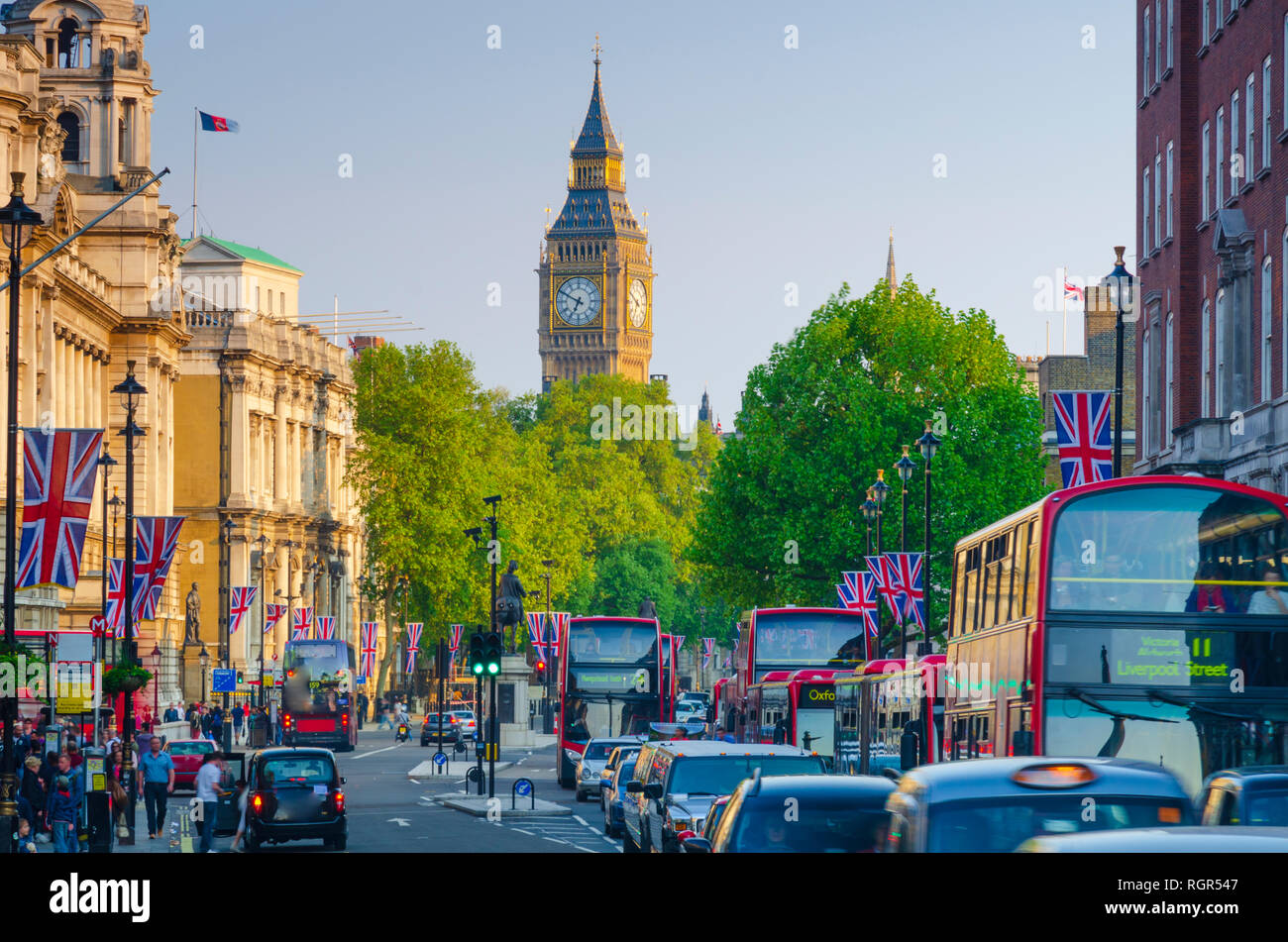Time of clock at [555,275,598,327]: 6:49
